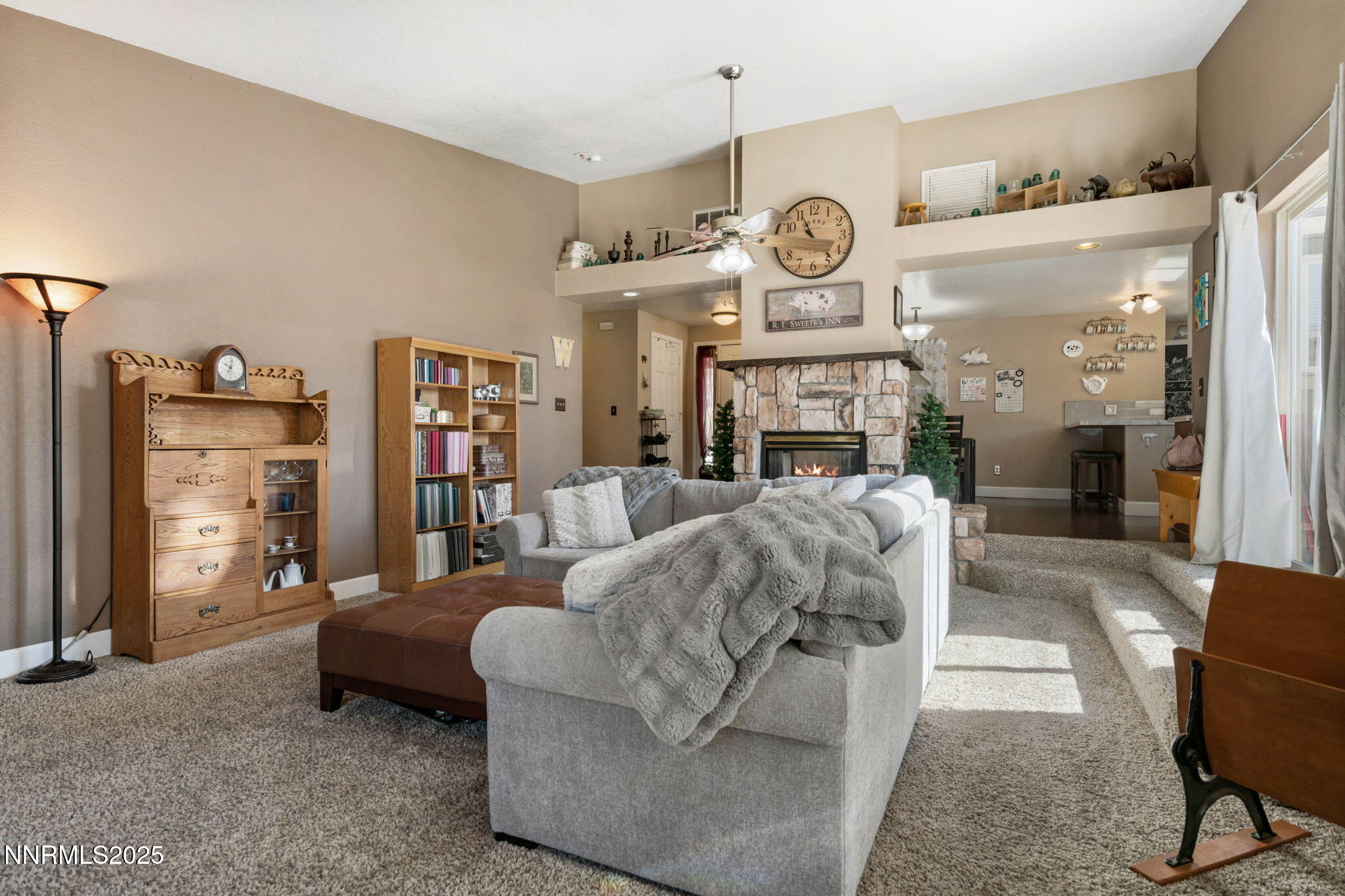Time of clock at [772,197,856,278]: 10:55
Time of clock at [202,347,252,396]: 10:02
